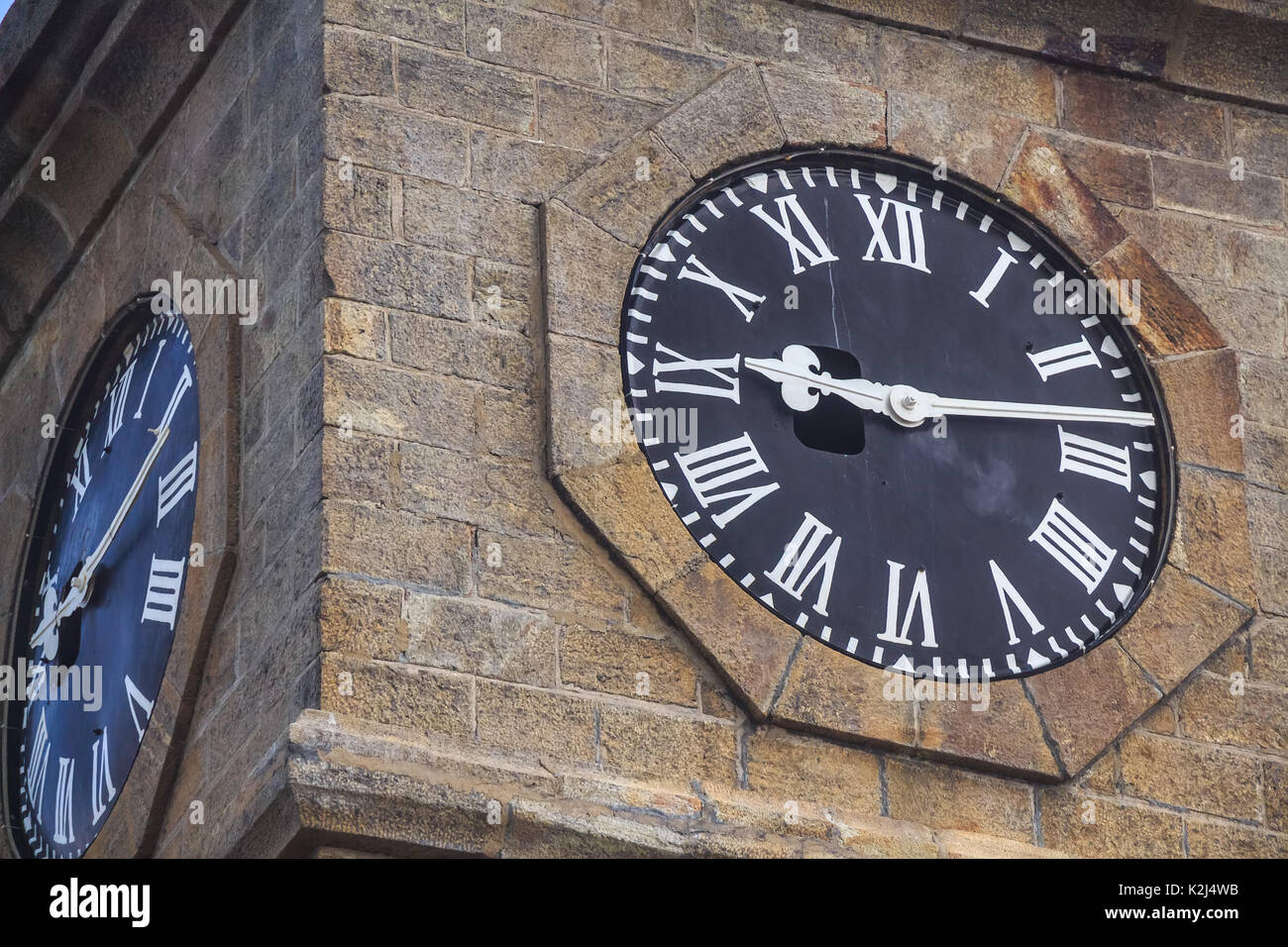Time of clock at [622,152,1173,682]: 9:13
